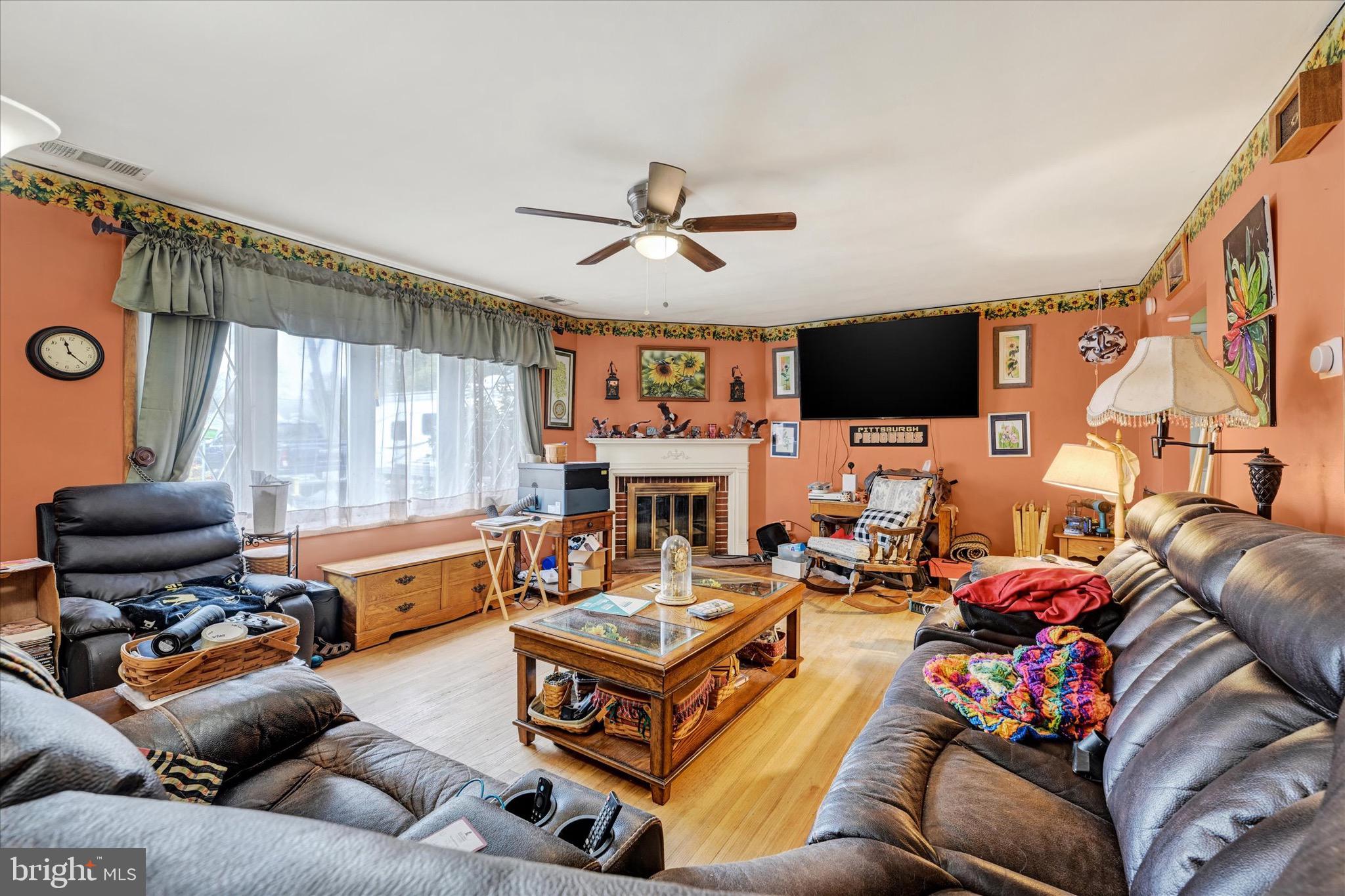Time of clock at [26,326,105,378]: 11:21
